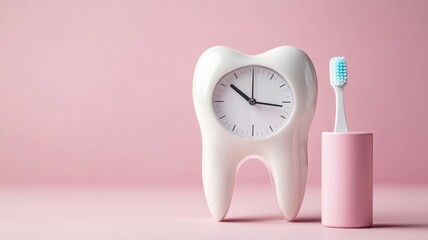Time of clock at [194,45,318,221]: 10:16
